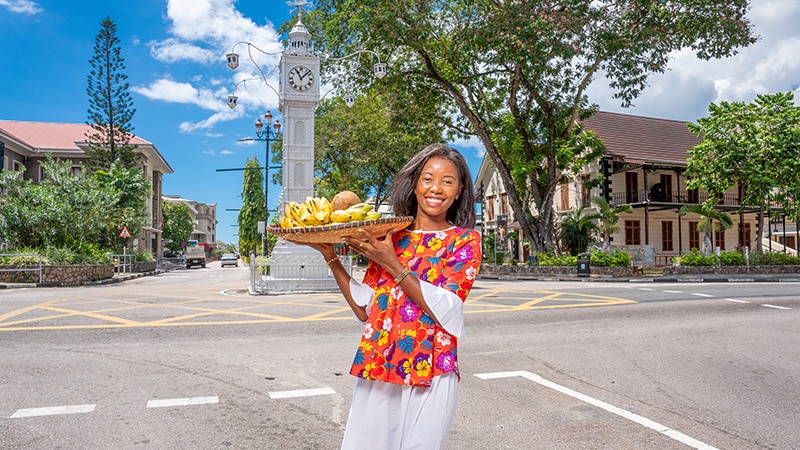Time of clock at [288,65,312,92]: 11:07
